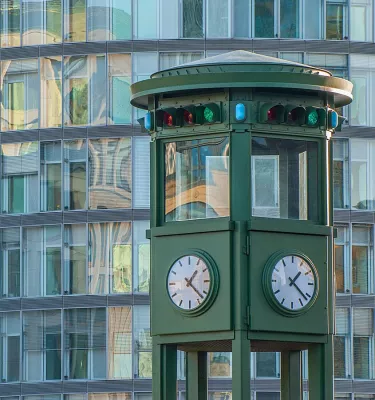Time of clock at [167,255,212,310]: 1:22
